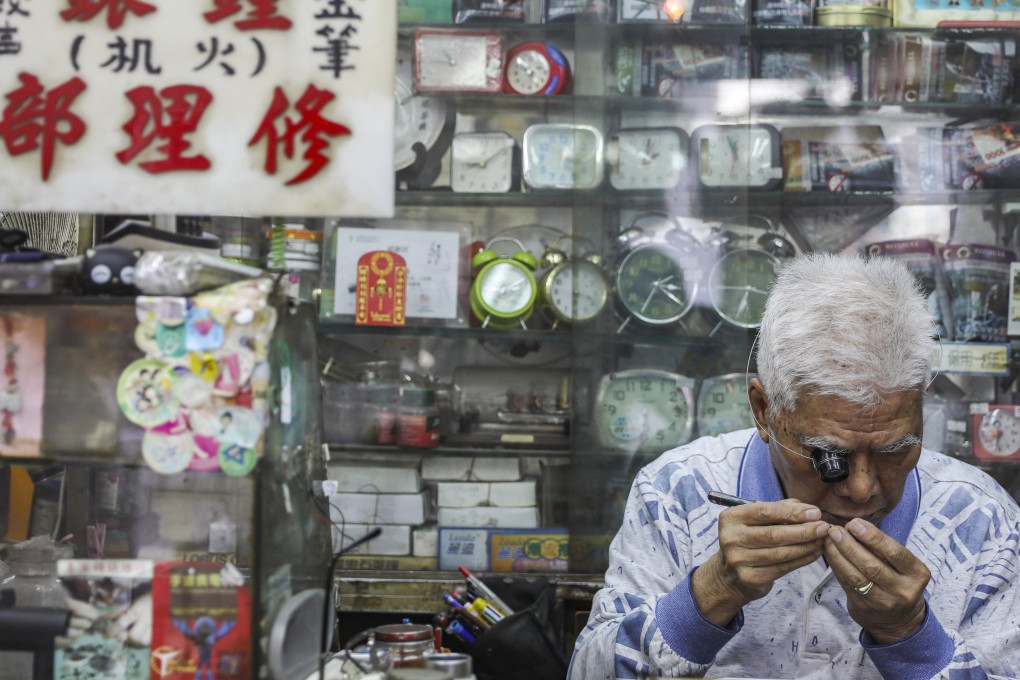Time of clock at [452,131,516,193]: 9:08
